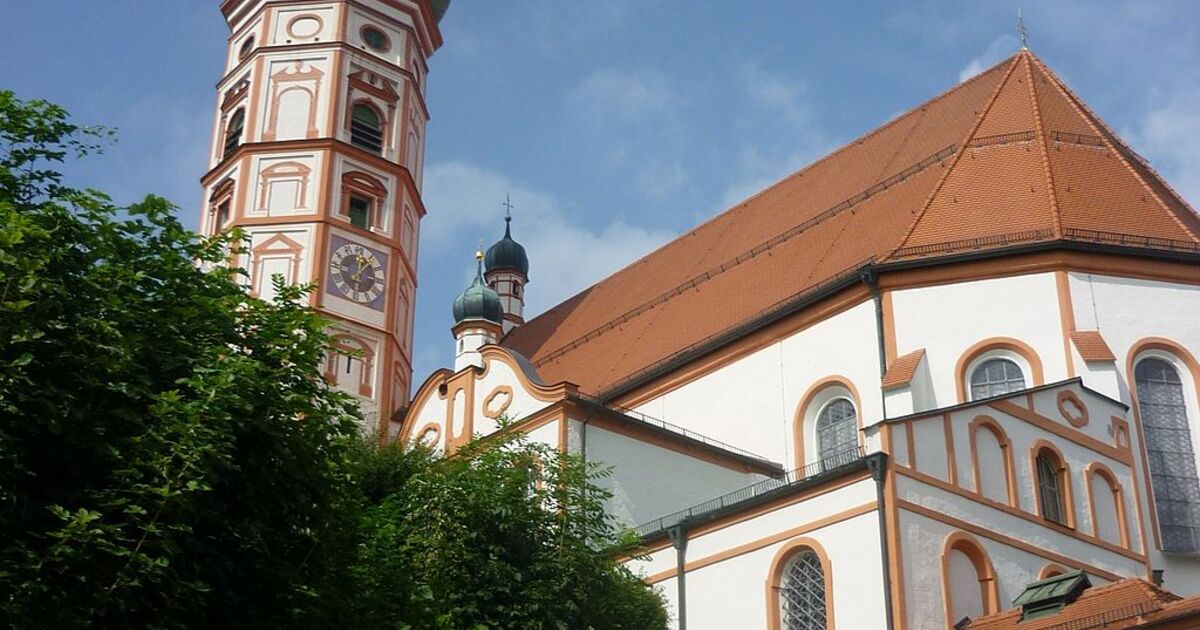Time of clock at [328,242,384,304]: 12:06
